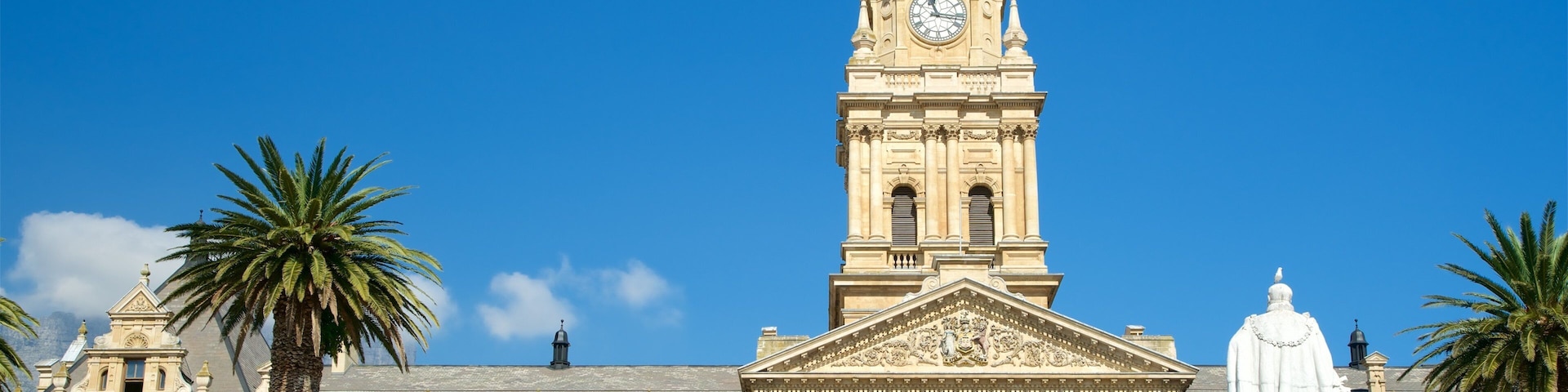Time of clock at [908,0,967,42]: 11:16
